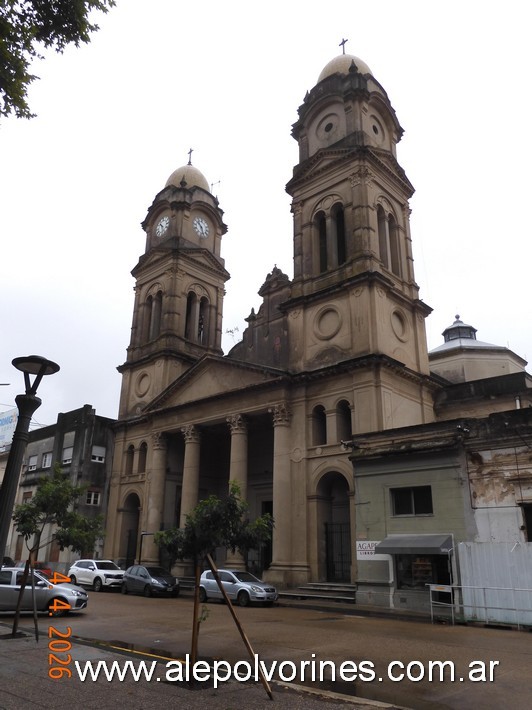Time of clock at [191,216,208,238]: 10:28
